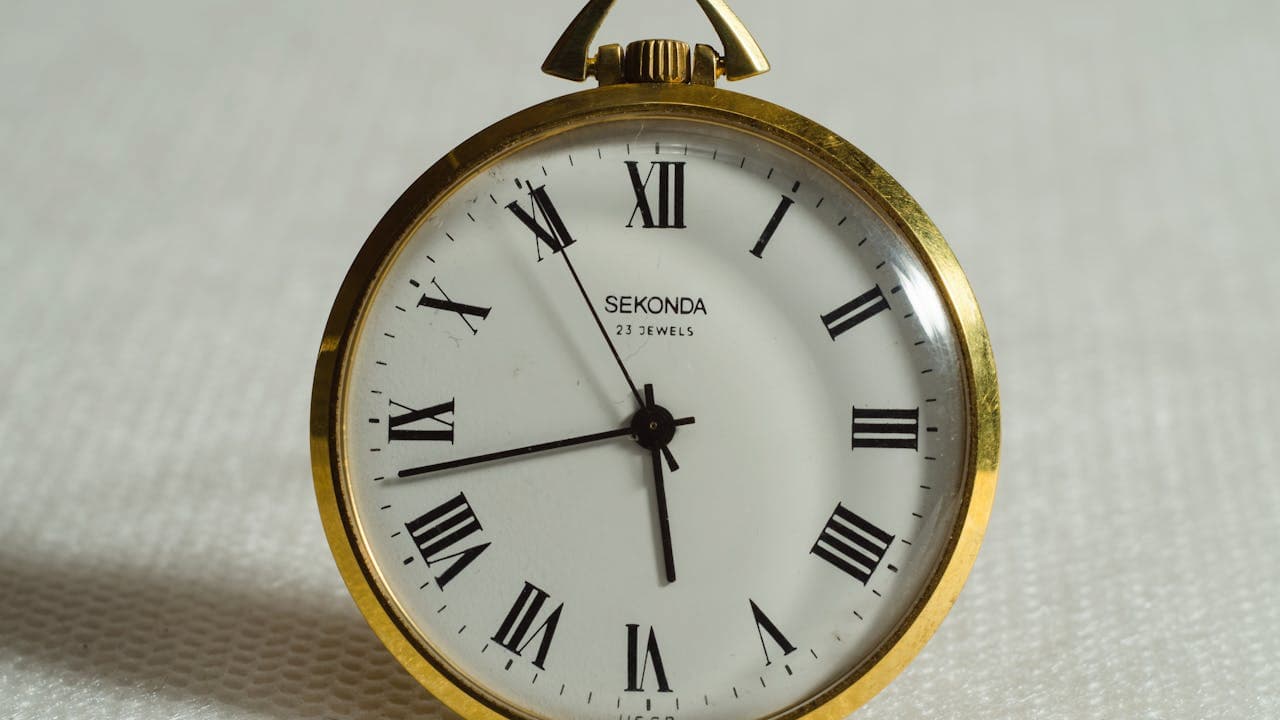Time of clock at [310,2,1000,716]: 5:42
